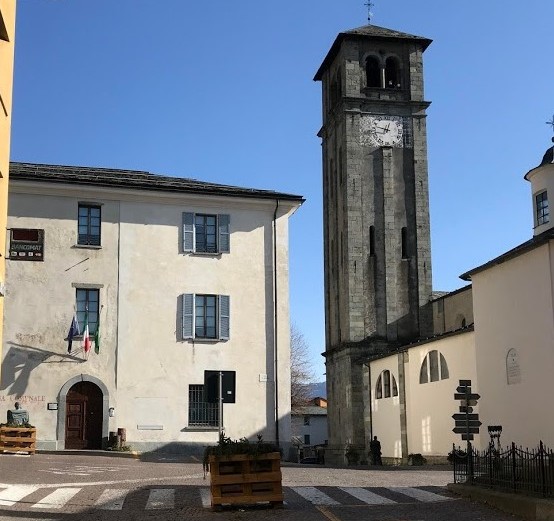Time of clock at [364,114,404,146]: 12:47
